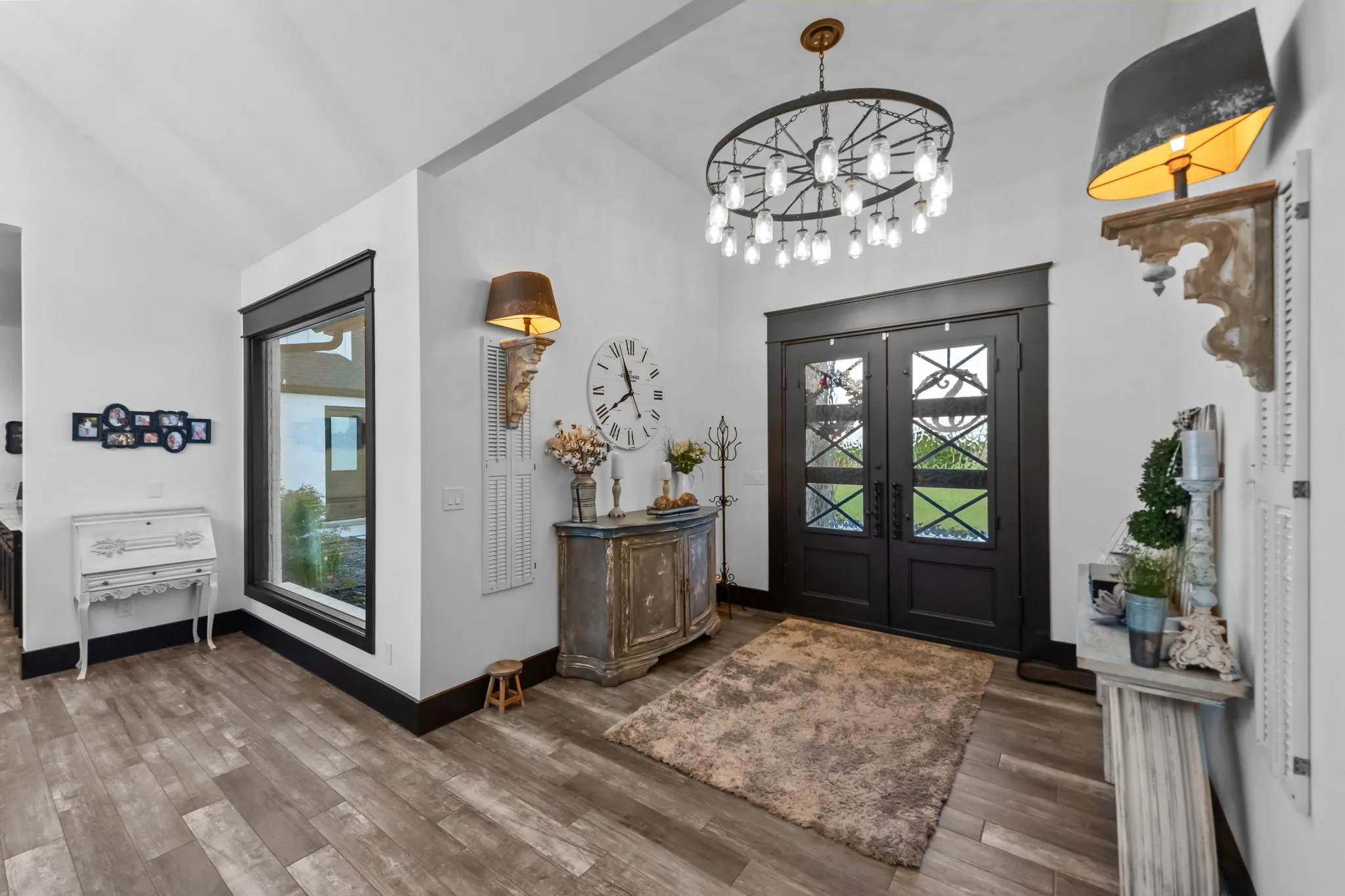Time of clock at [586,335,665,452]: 7:57
